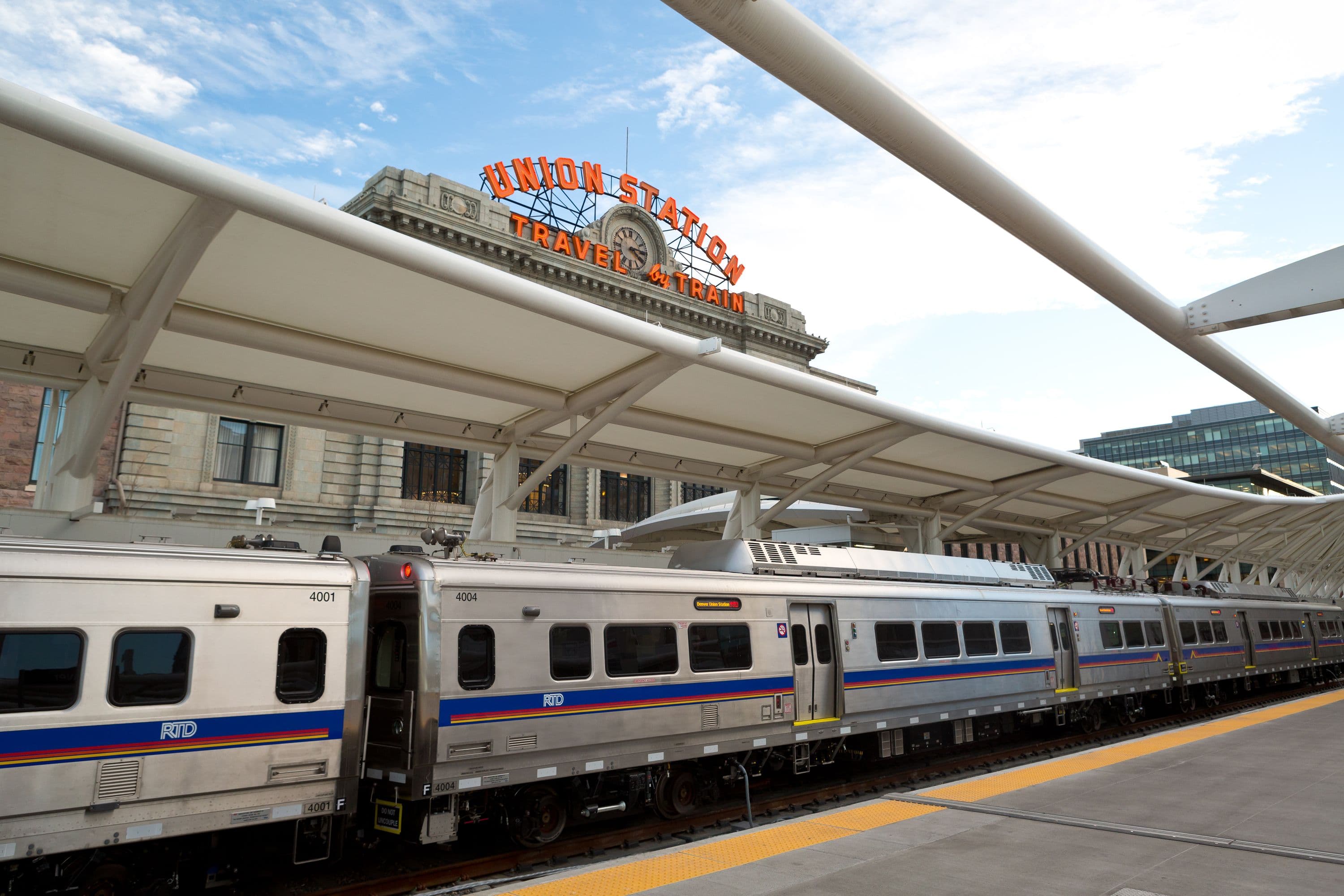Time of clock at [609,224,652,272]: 4:14
